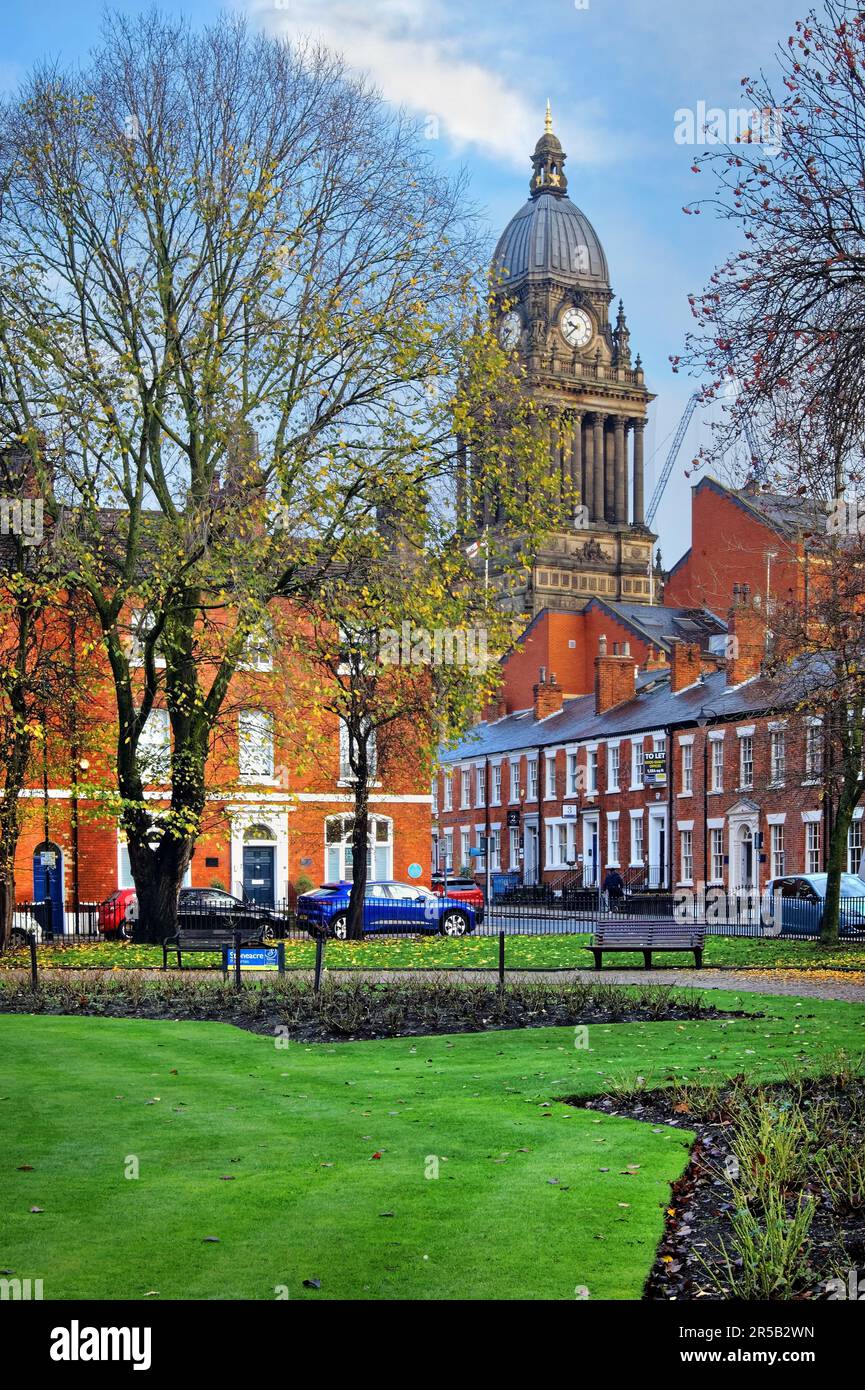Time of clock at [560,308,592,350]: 9:38
